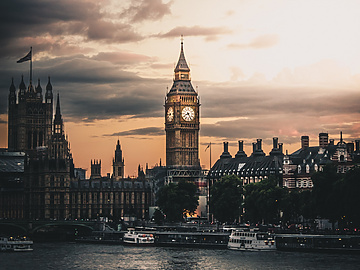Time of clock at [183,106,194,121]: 8:25
